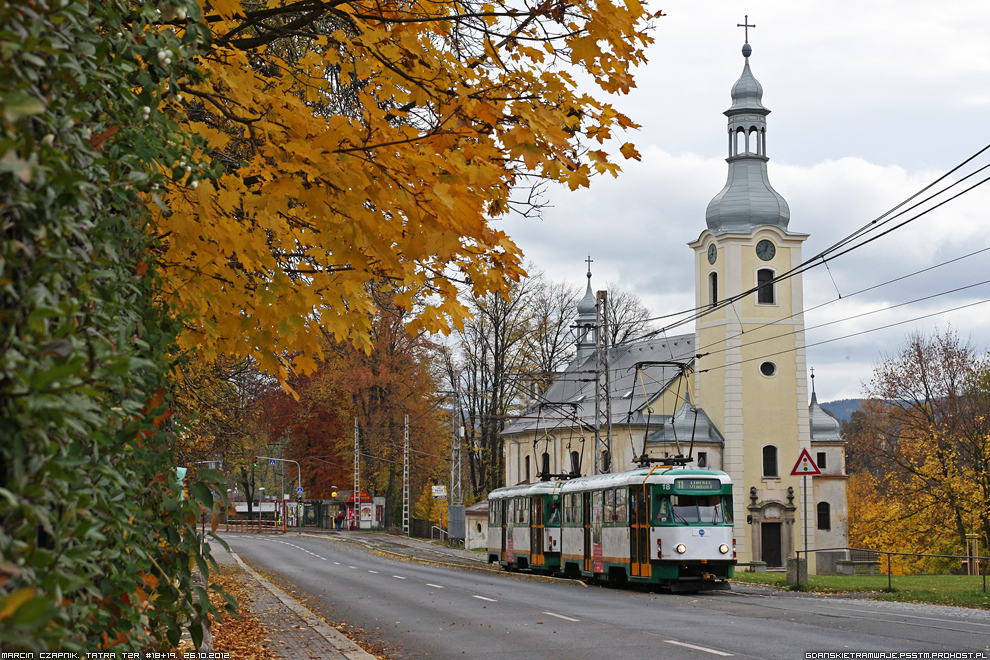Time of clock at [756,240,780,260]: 12:41
